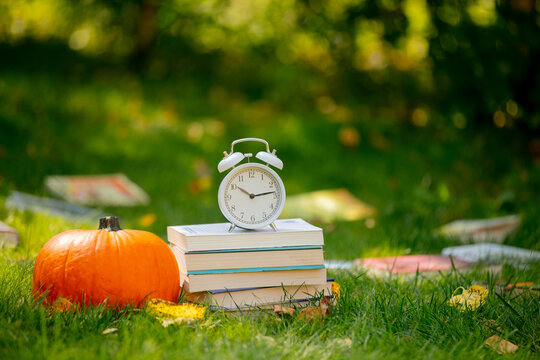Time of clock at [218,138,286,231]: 10:13
